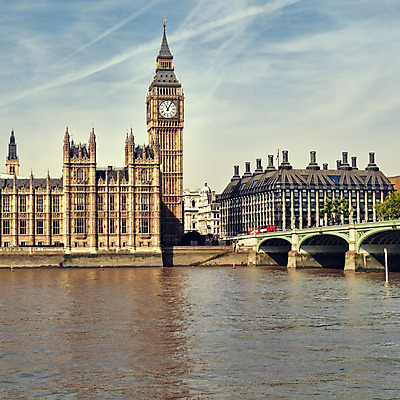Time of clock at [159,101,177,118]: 11:05
